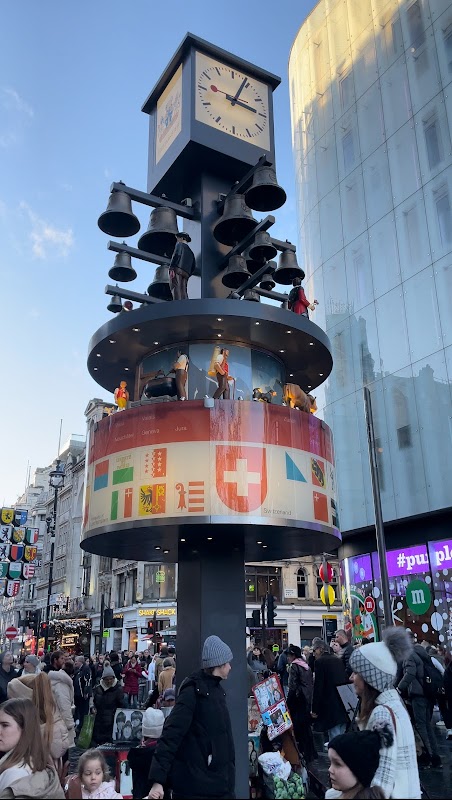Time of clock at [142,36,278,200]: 3:04
